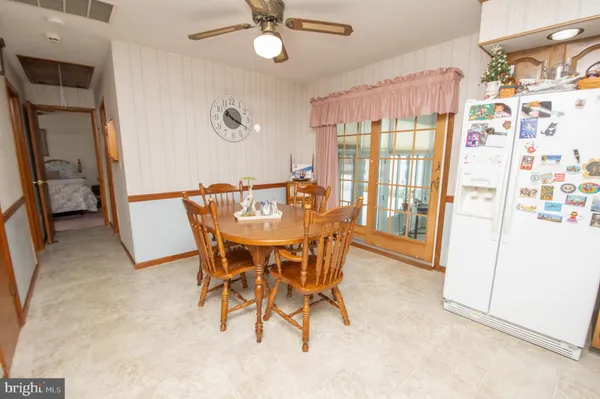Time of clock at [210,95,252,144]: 10:19
